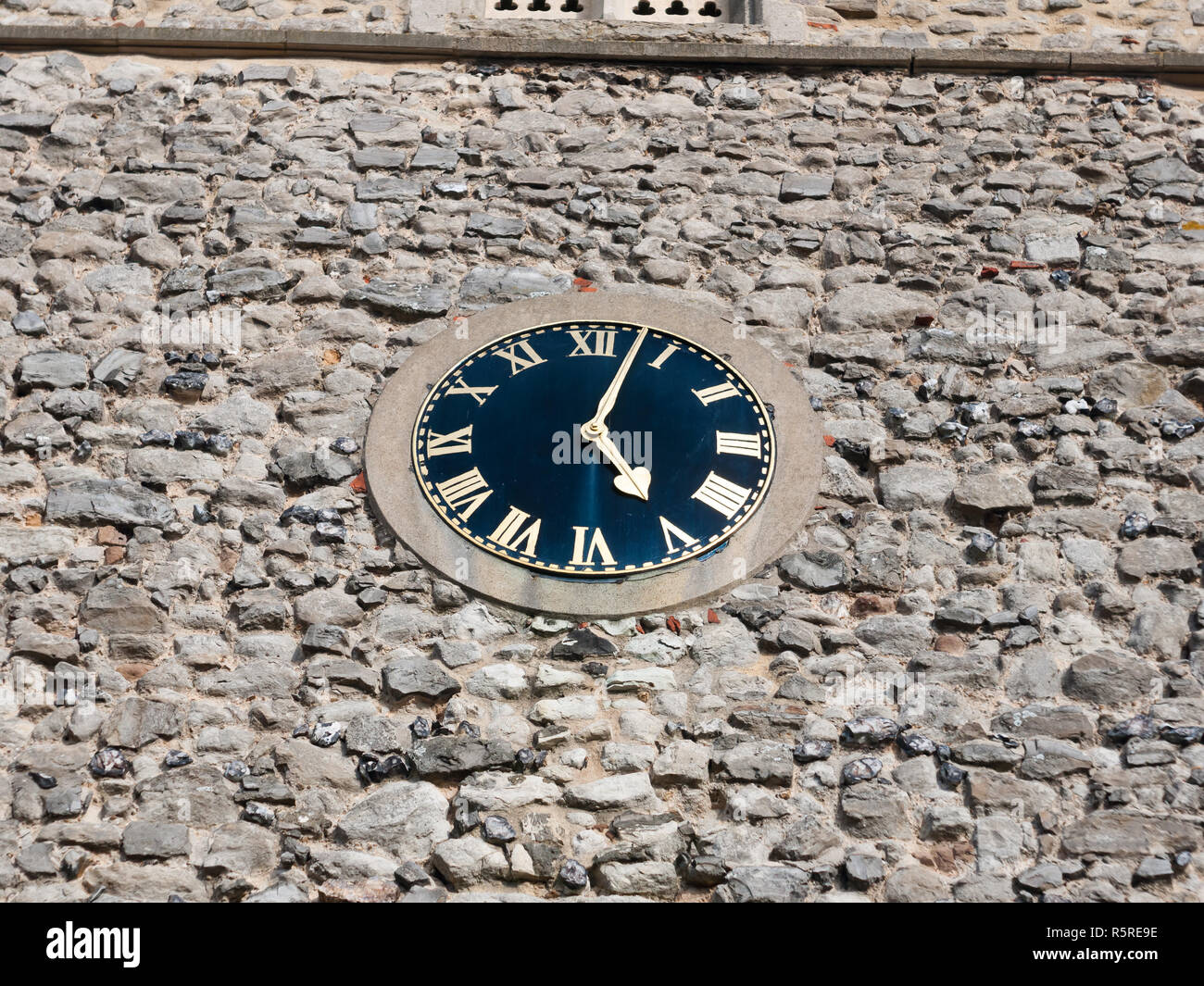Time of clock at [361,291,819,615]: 5:03
